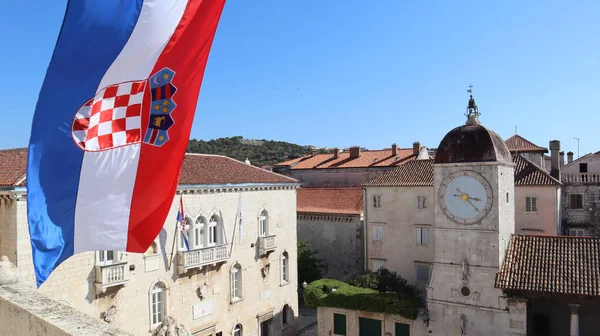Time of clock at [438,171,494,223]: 3:22
